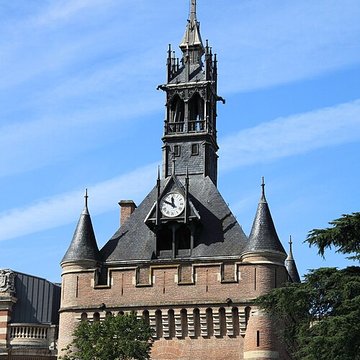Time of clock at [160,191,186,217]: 11:48
